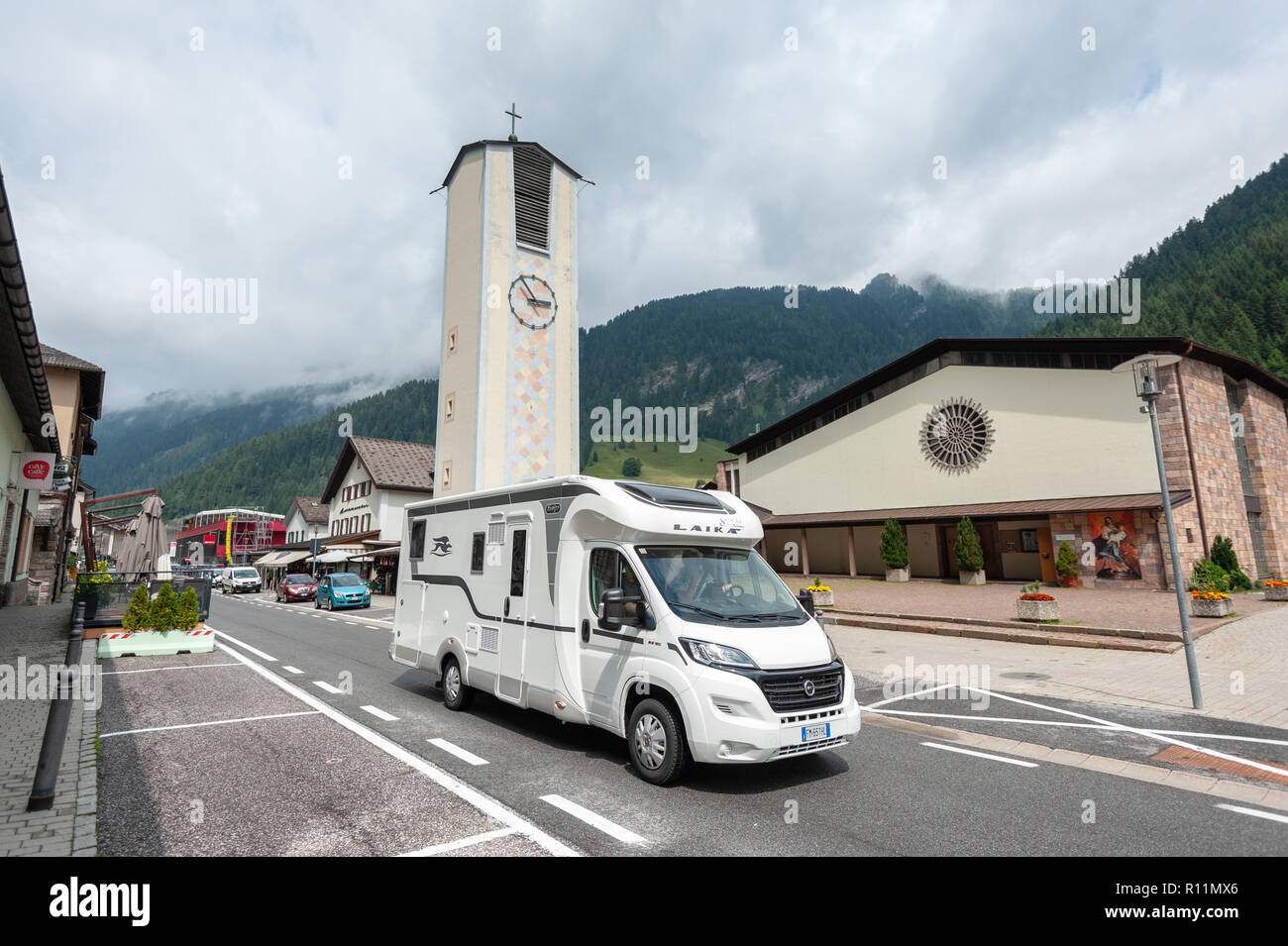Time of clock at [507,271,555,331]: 2:54
